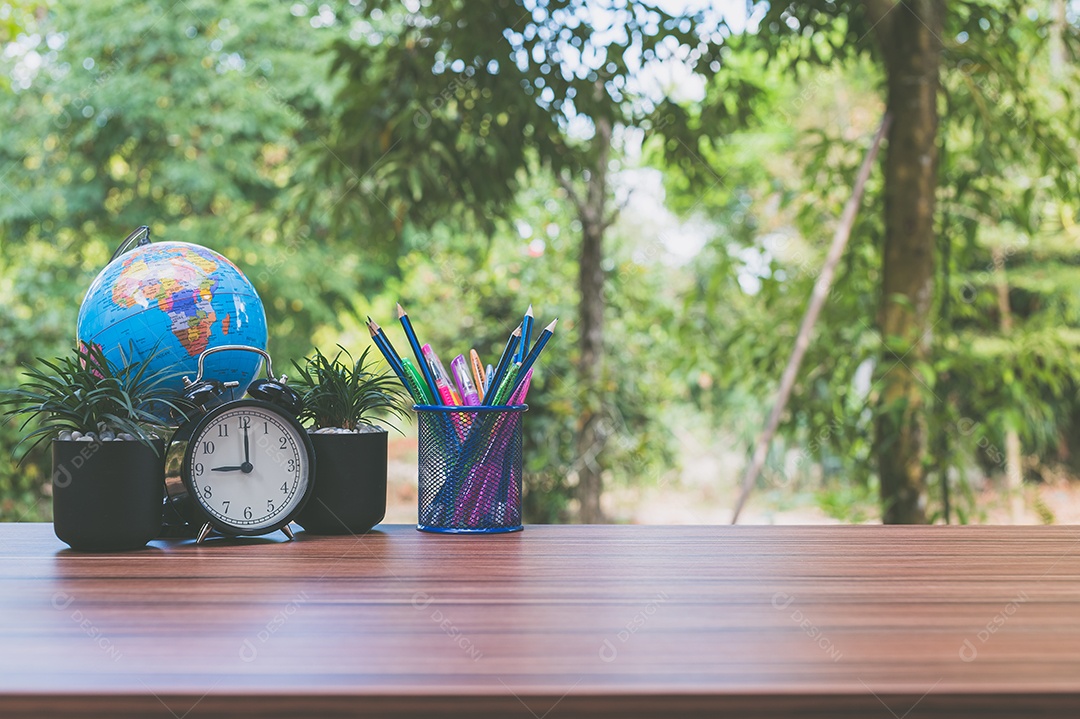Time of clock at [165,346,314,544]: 9:00
